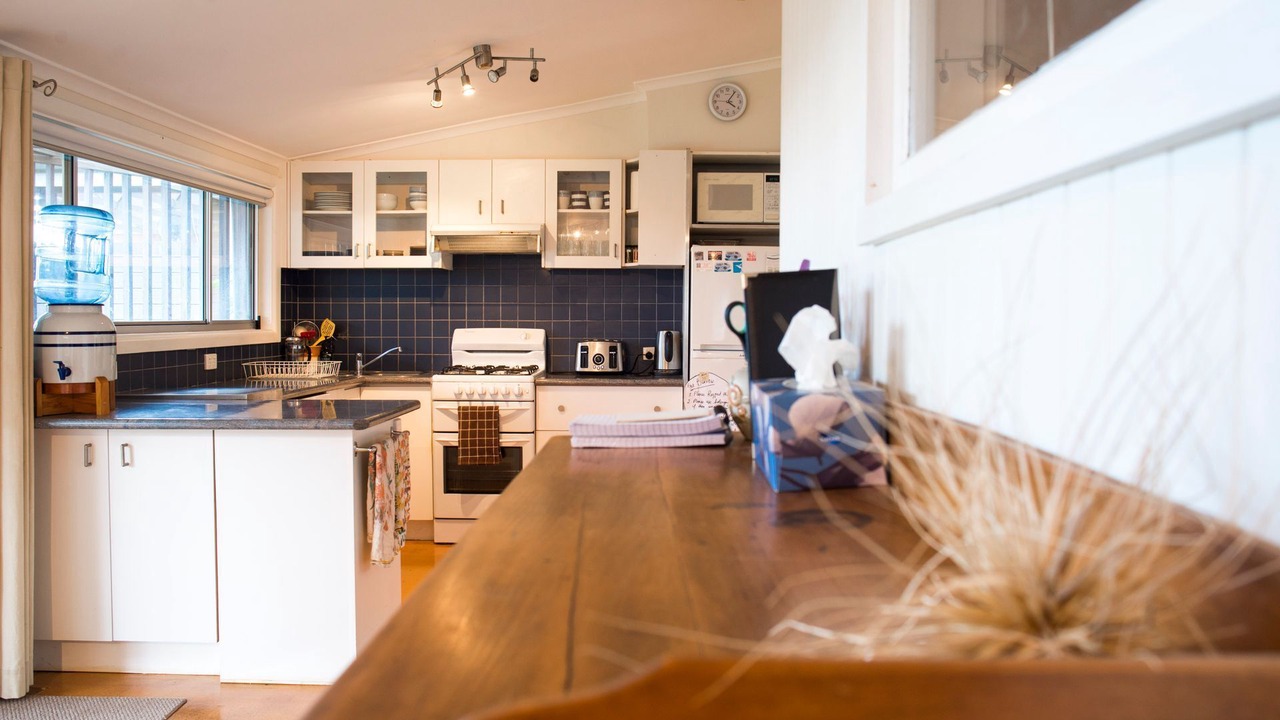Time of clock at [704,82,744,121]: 4:06
